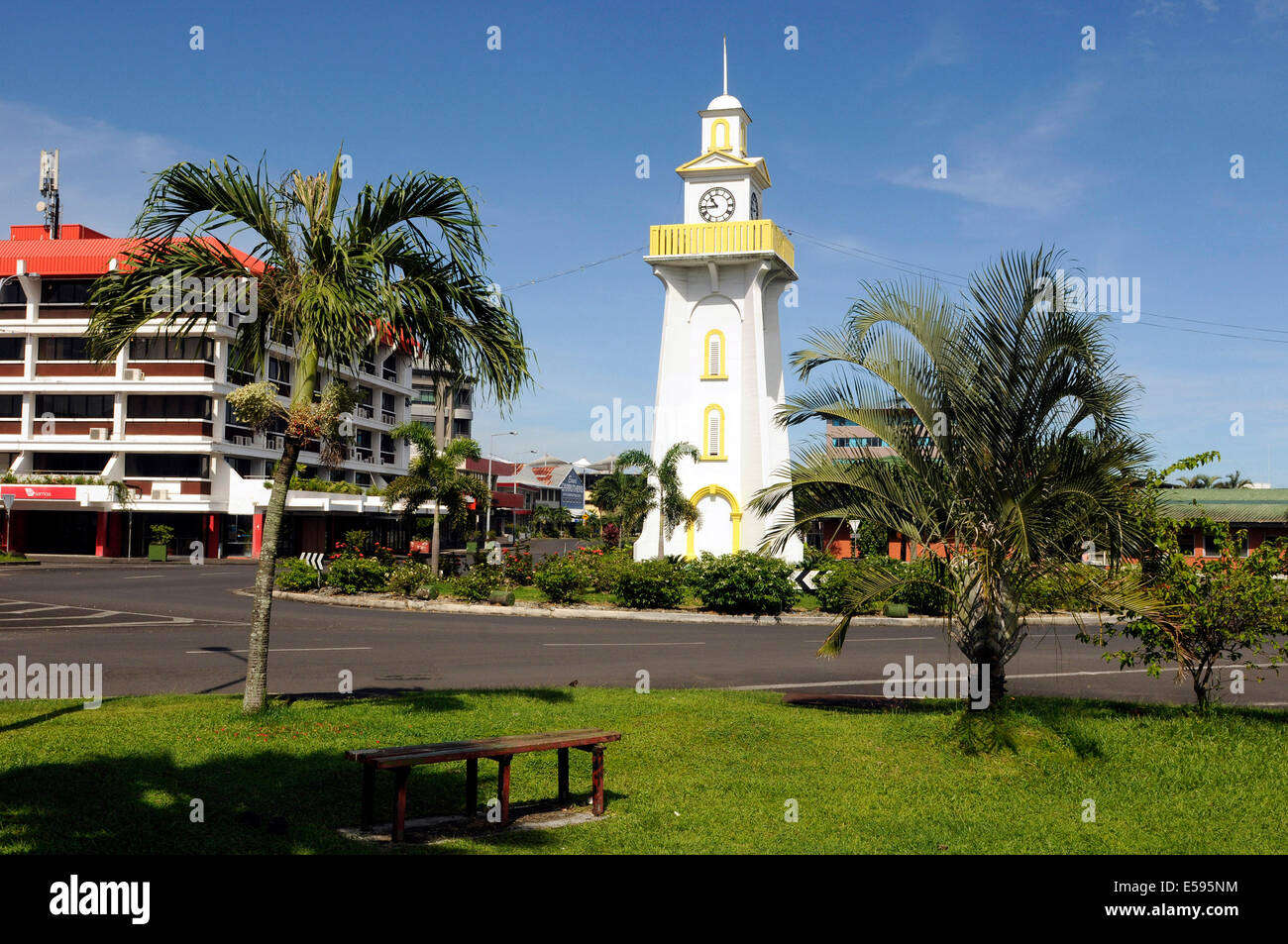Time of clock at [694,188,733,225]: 10:44
